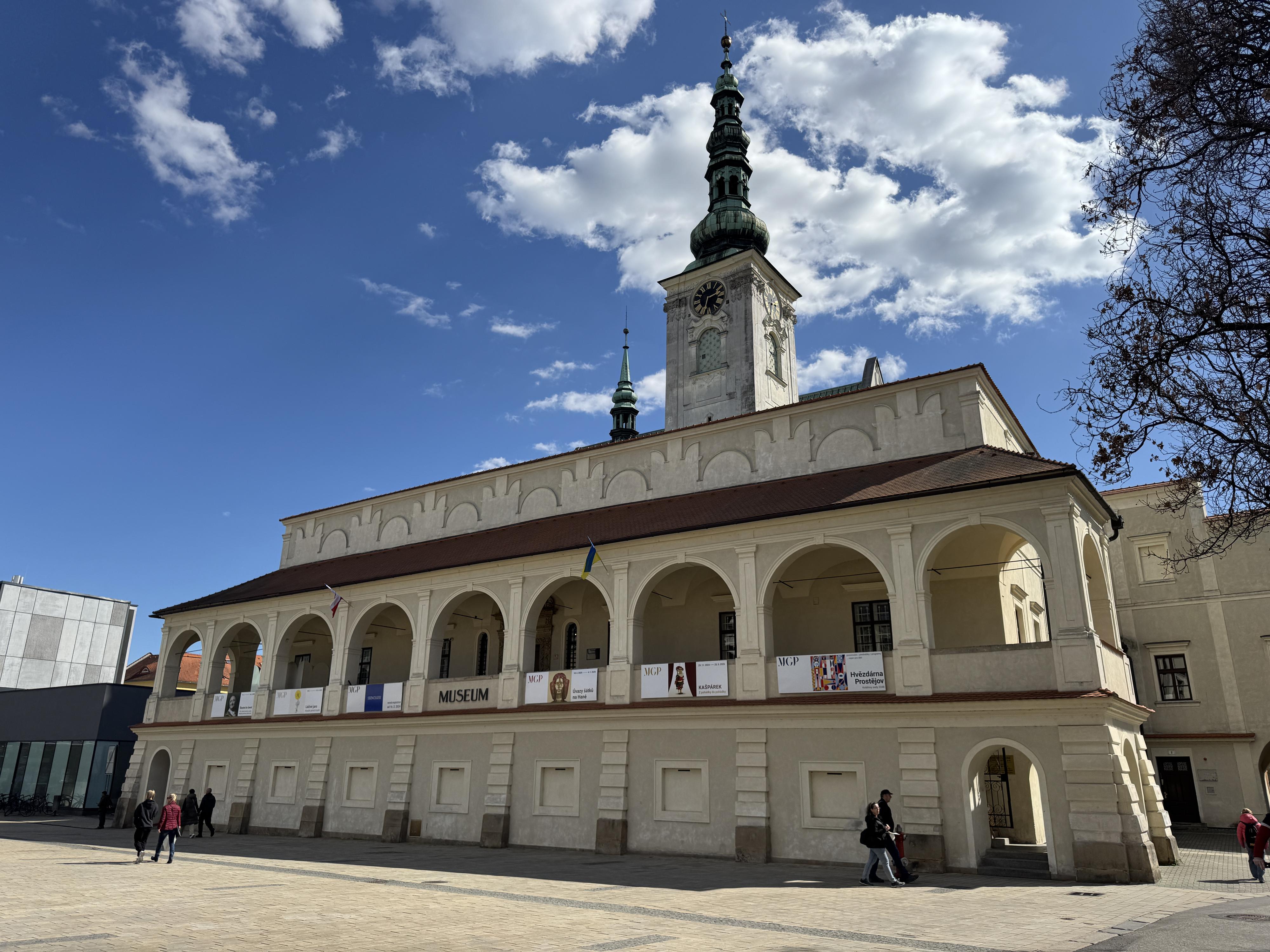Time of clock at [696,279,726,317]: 2:33
